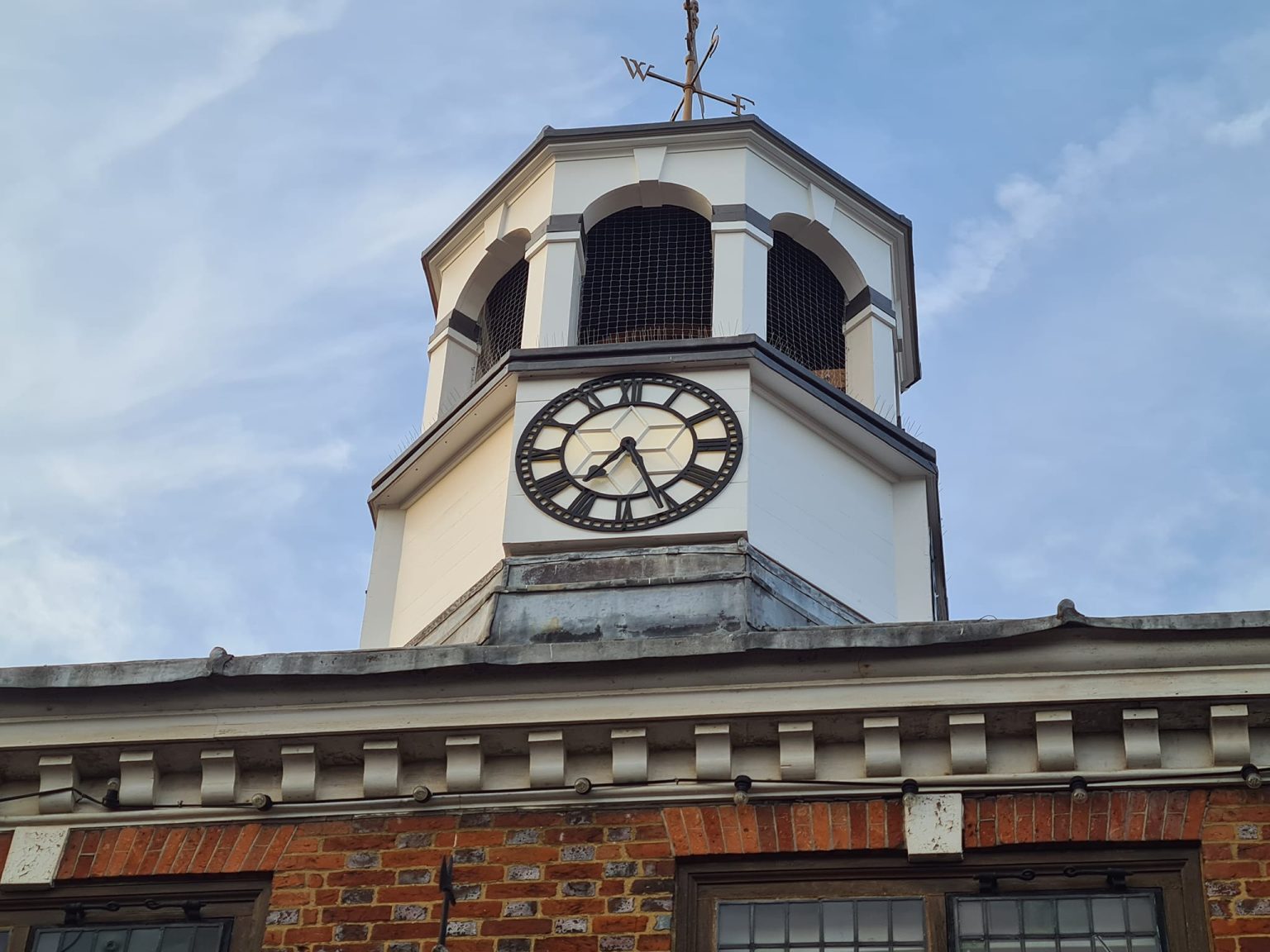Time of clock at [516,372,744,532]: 7:25
